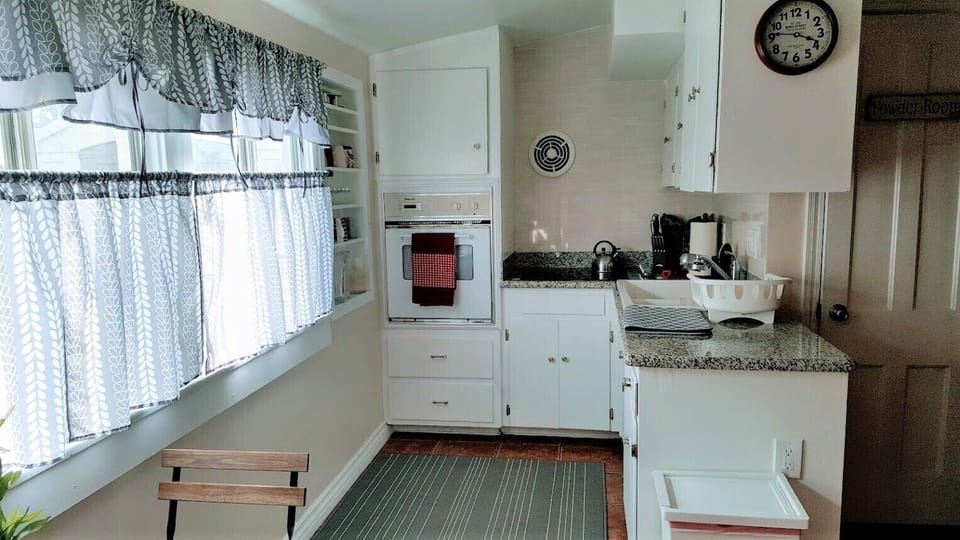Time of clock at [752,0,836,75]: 3:46
